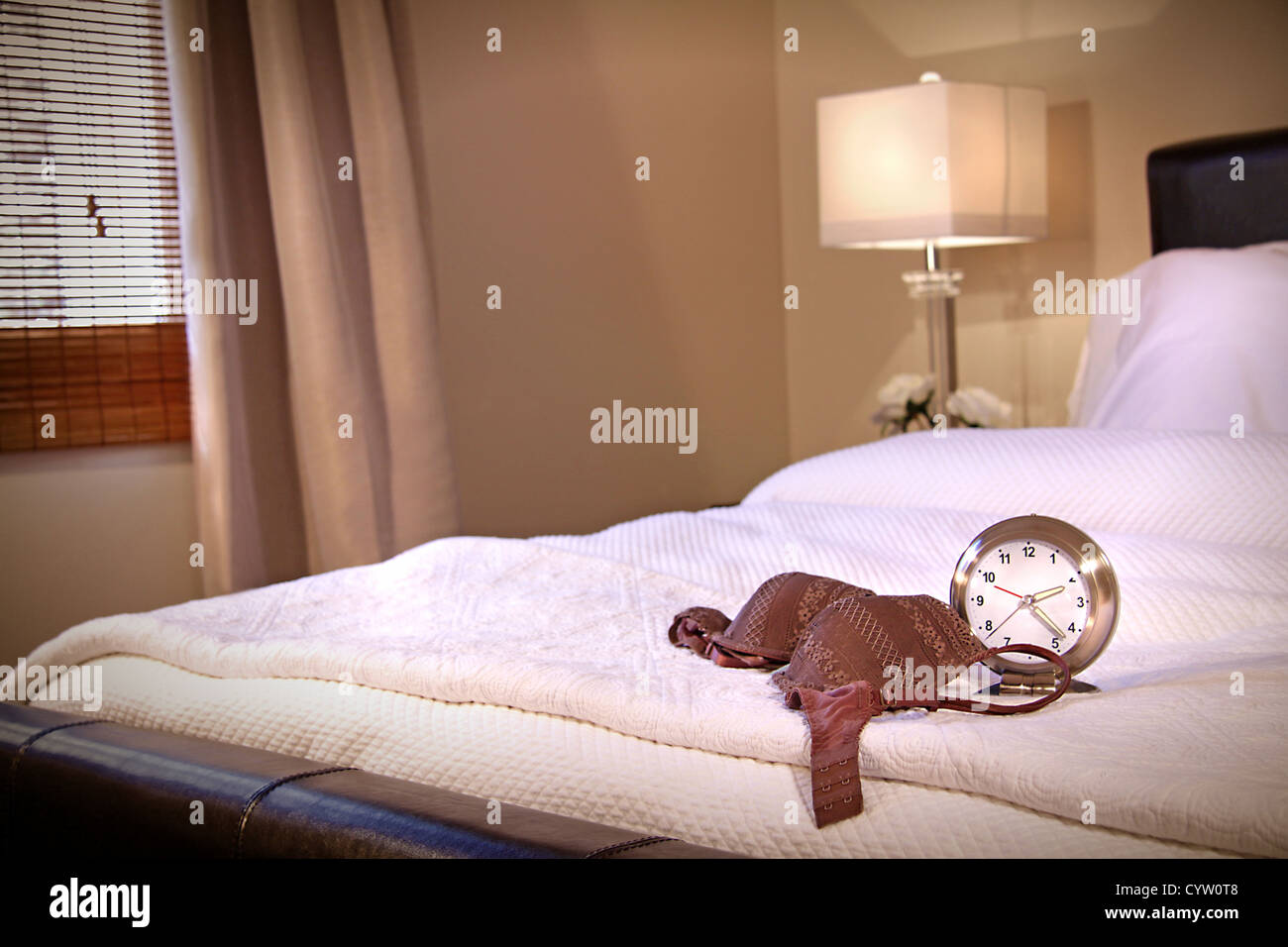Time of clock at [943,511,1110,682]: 2:22
